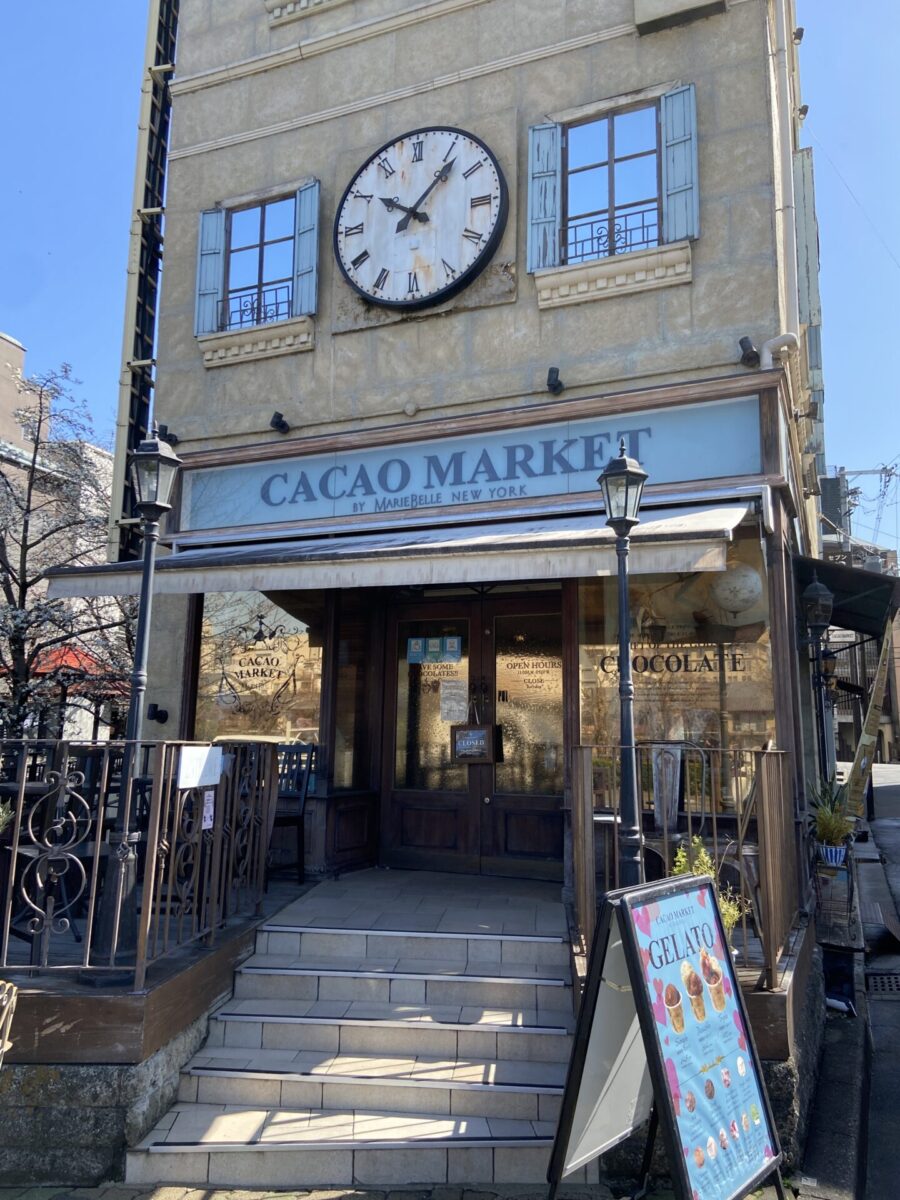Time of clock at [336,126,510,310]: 10:07
